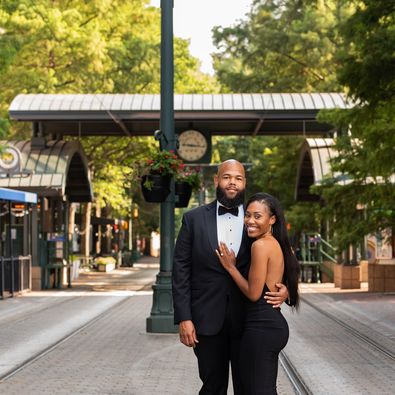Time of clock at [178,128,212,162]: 9:15
